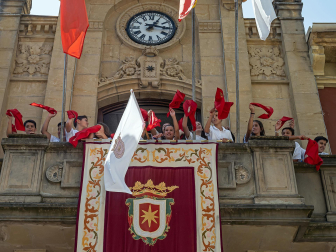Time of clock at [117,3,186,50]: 1:16
